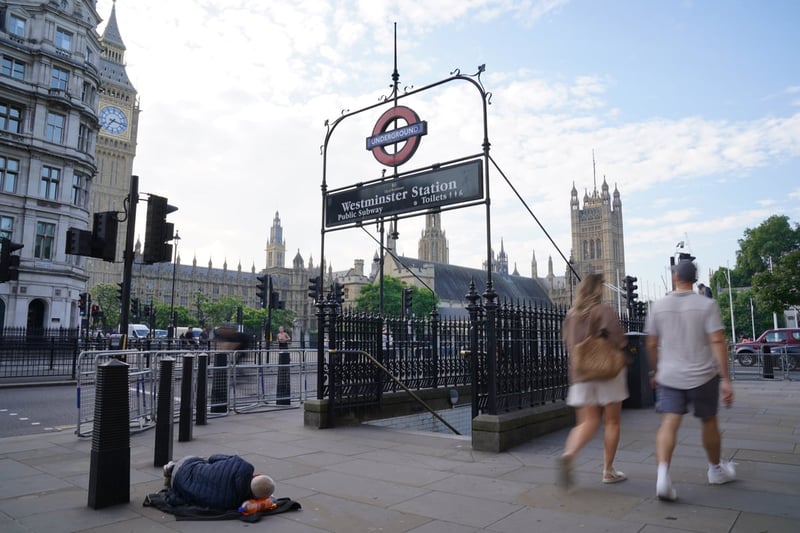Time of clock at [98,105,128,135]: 7:16
